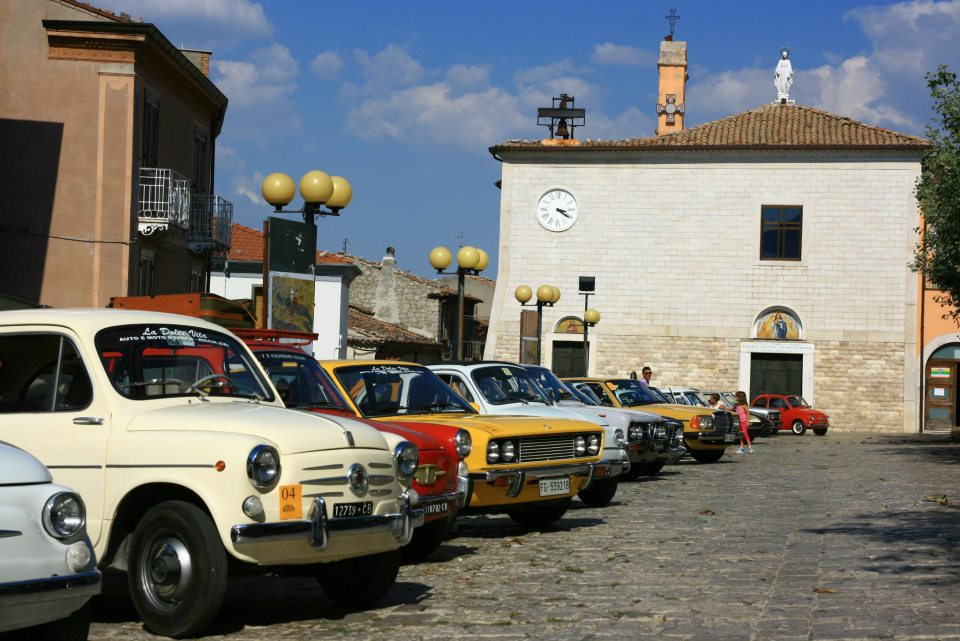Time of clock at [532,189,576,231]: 3:20
